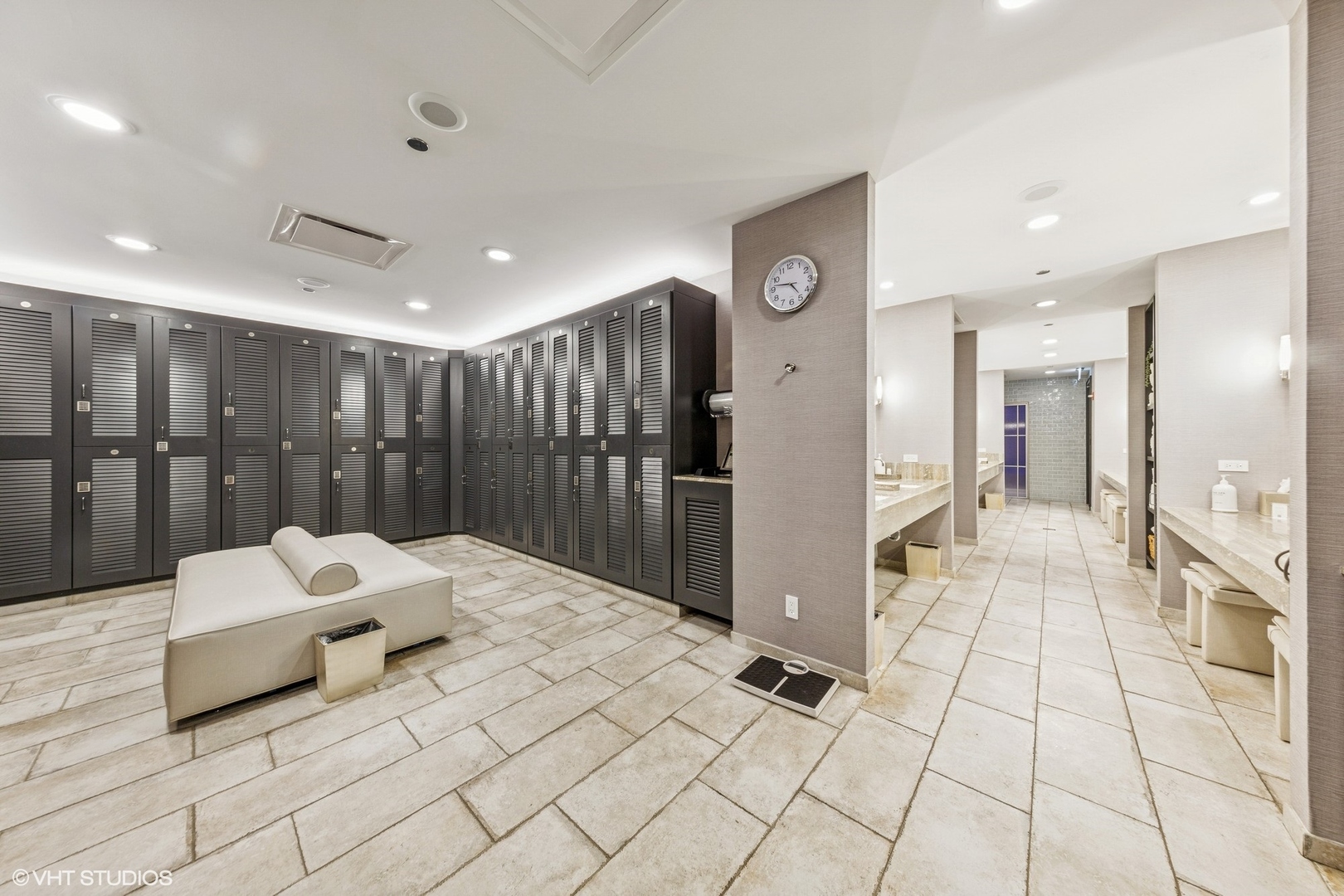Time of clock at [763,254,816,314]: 4:46
